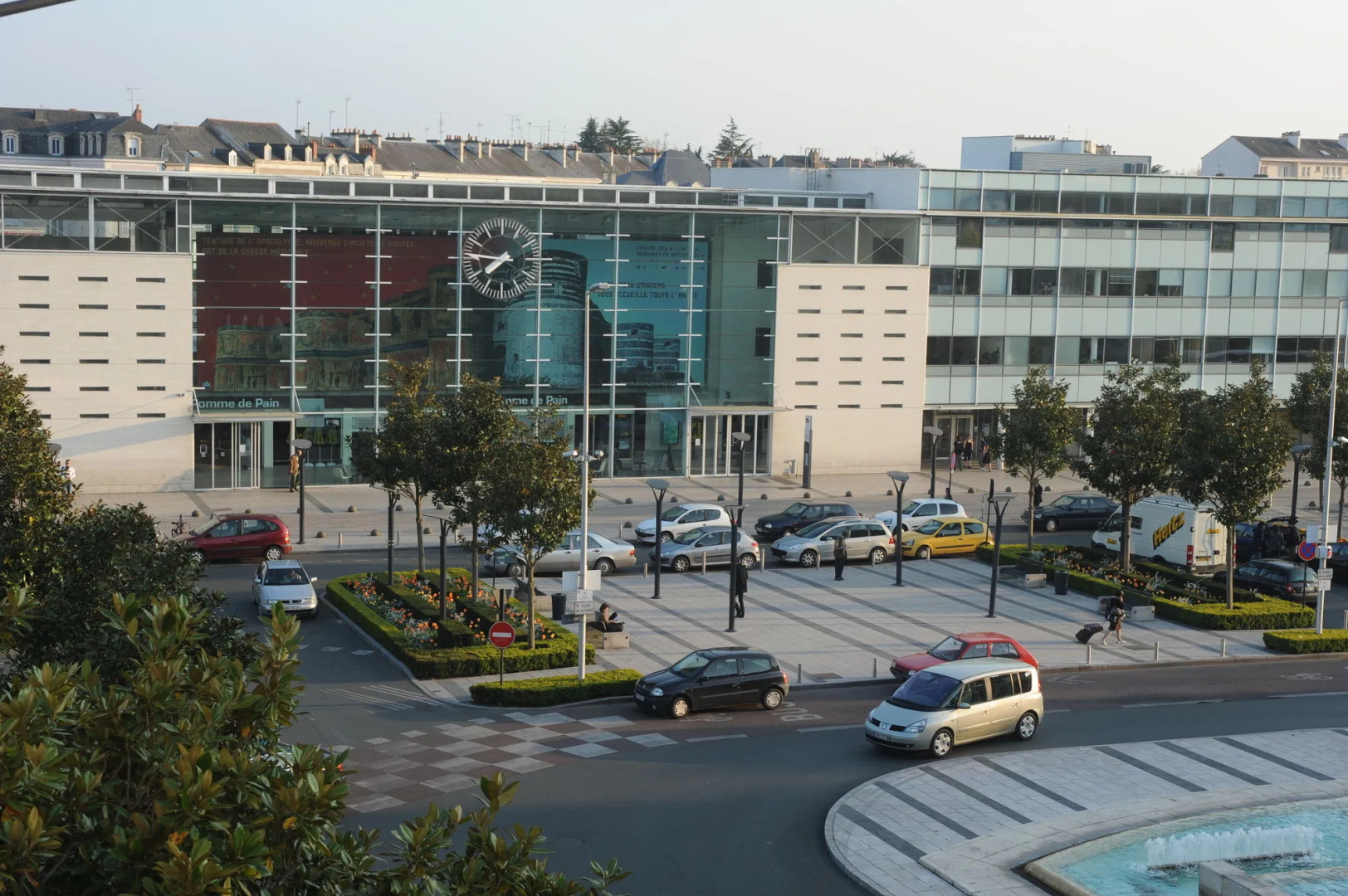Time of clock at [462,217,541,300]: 7:46
